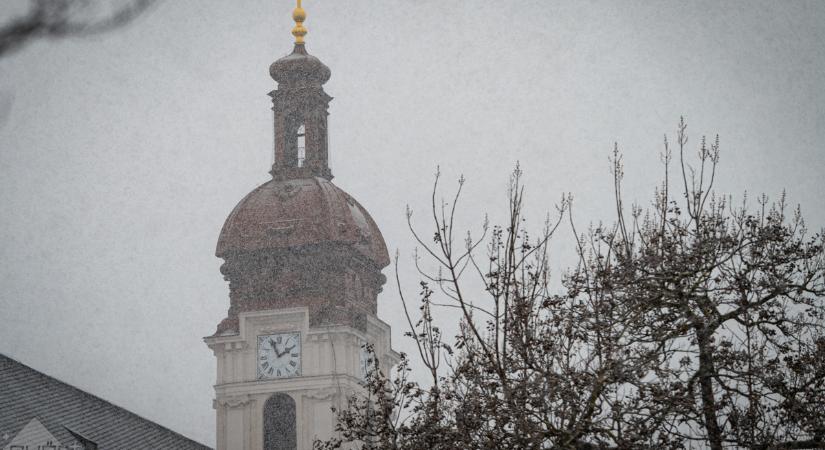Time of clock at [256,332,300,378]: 1:56
